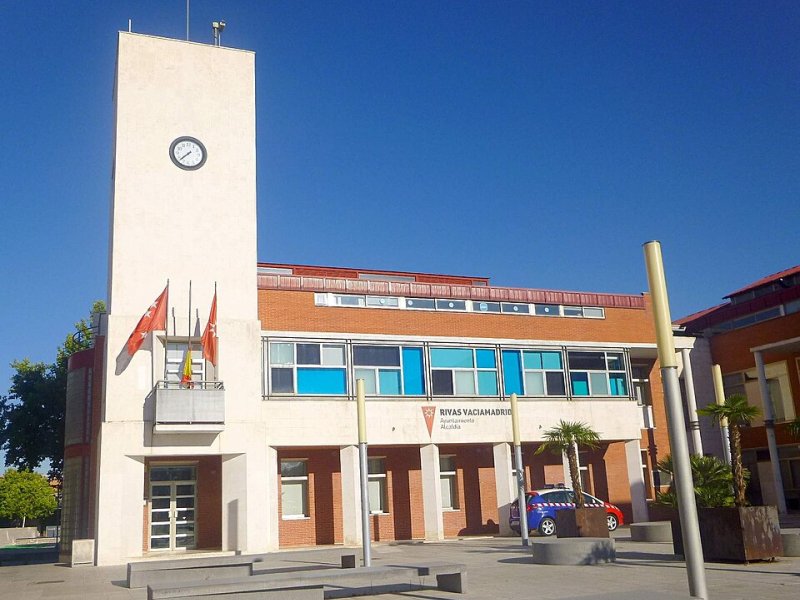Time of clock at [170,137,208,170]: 7:37
